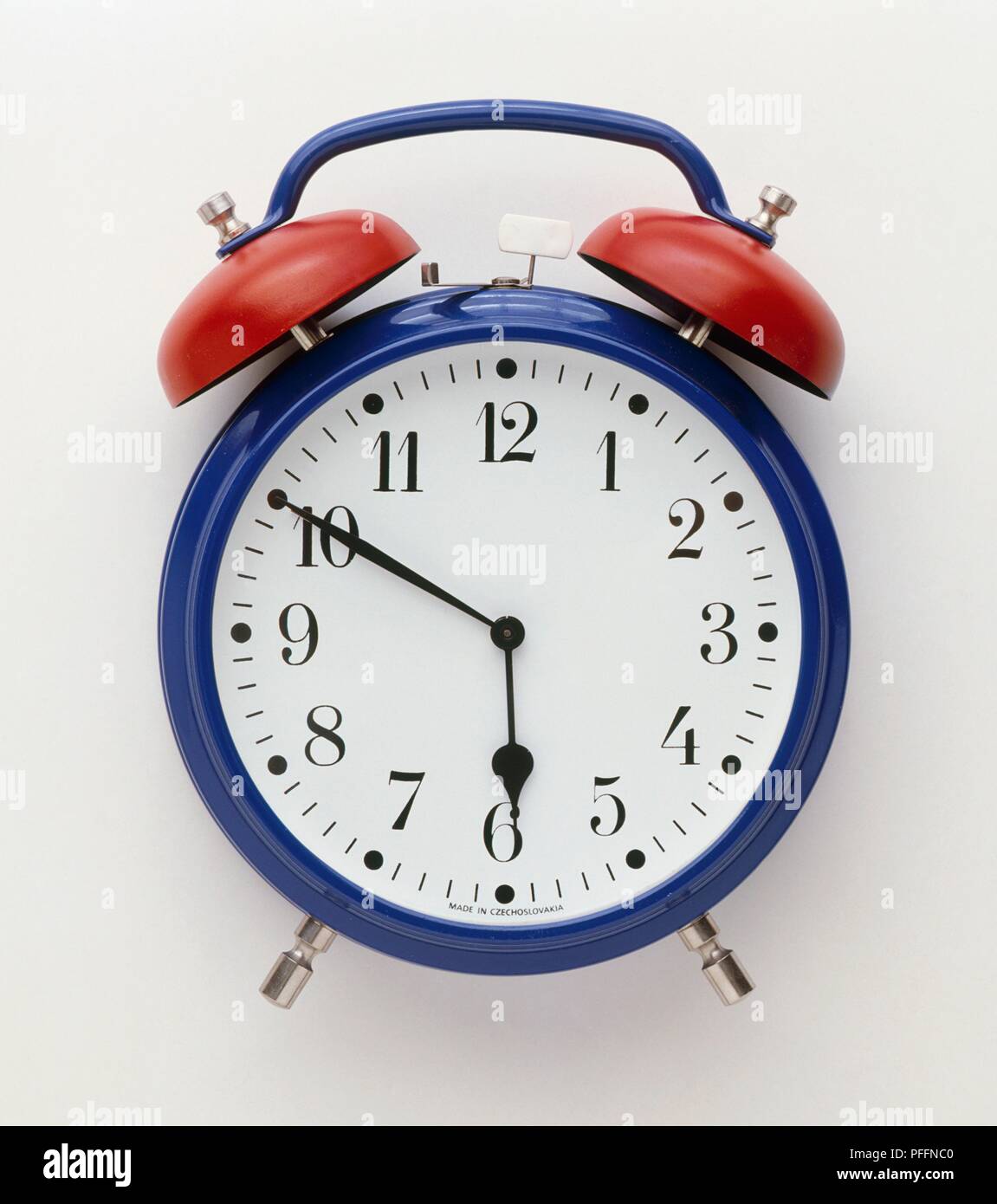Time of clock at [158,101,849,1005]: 5:50
